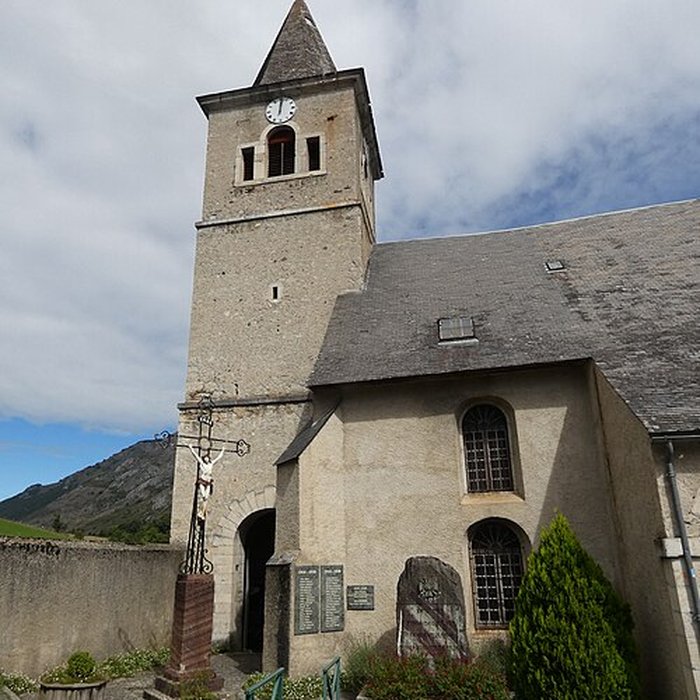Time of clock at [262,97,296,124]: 12:01
